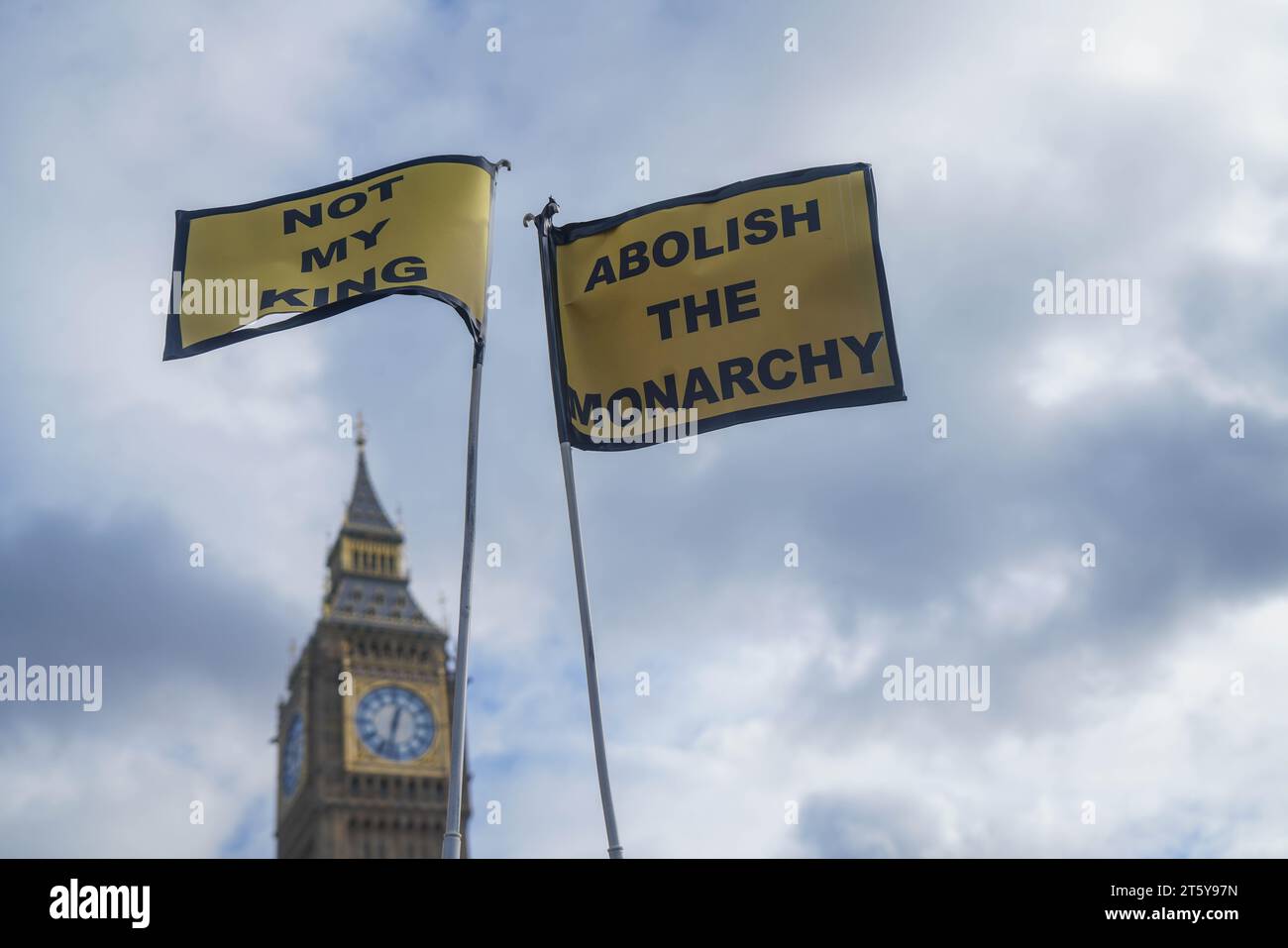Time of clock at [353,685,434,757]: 12:32
